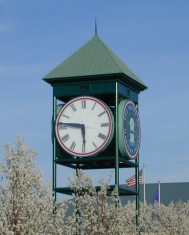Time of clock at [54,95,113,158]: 5:46
